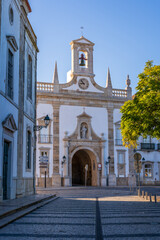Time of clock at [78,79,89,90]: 8:53
